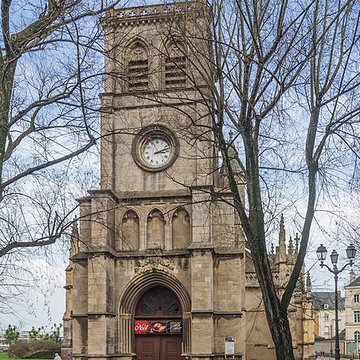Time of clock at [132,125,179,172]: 3:12
